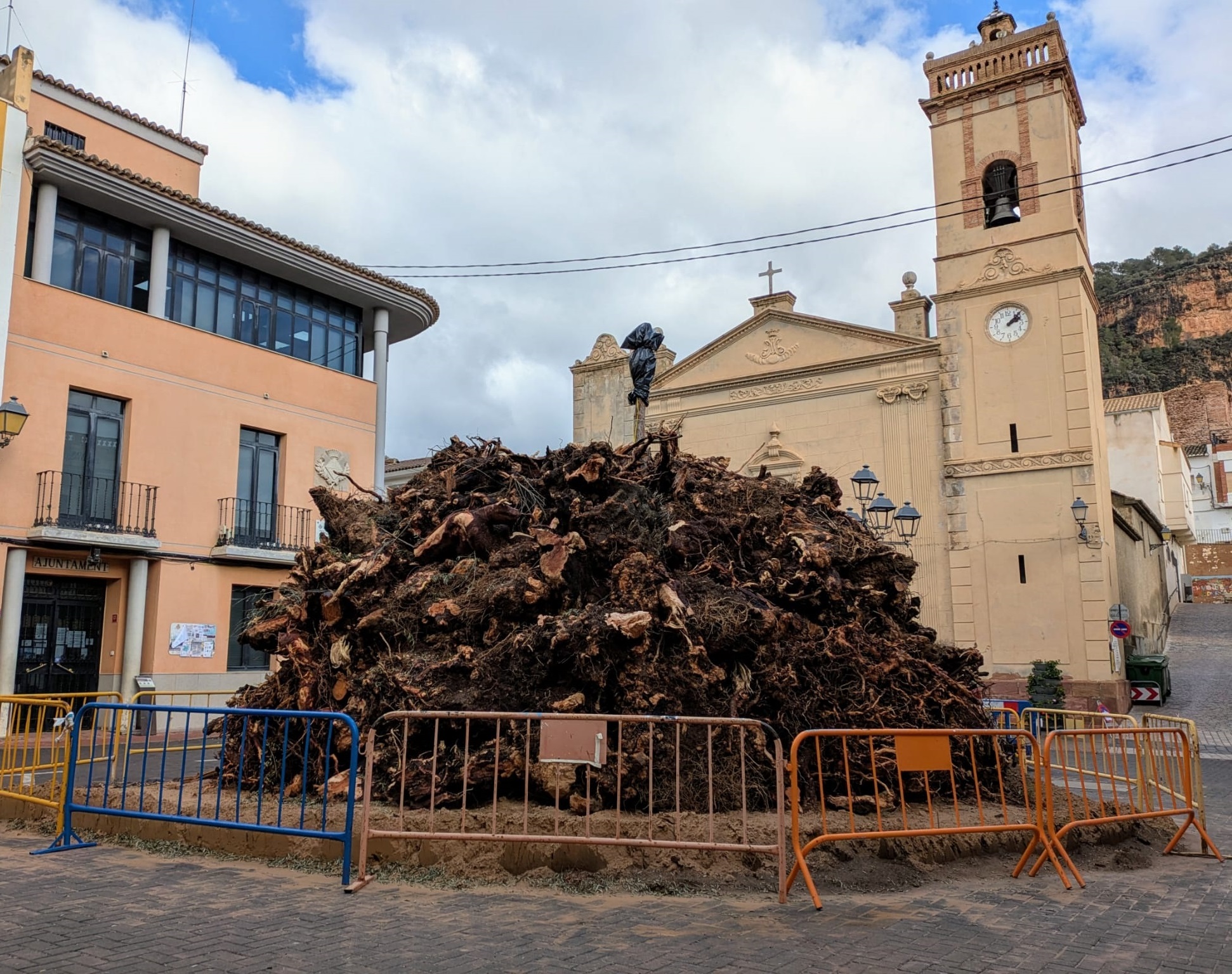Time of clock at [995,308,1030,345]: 2:07
